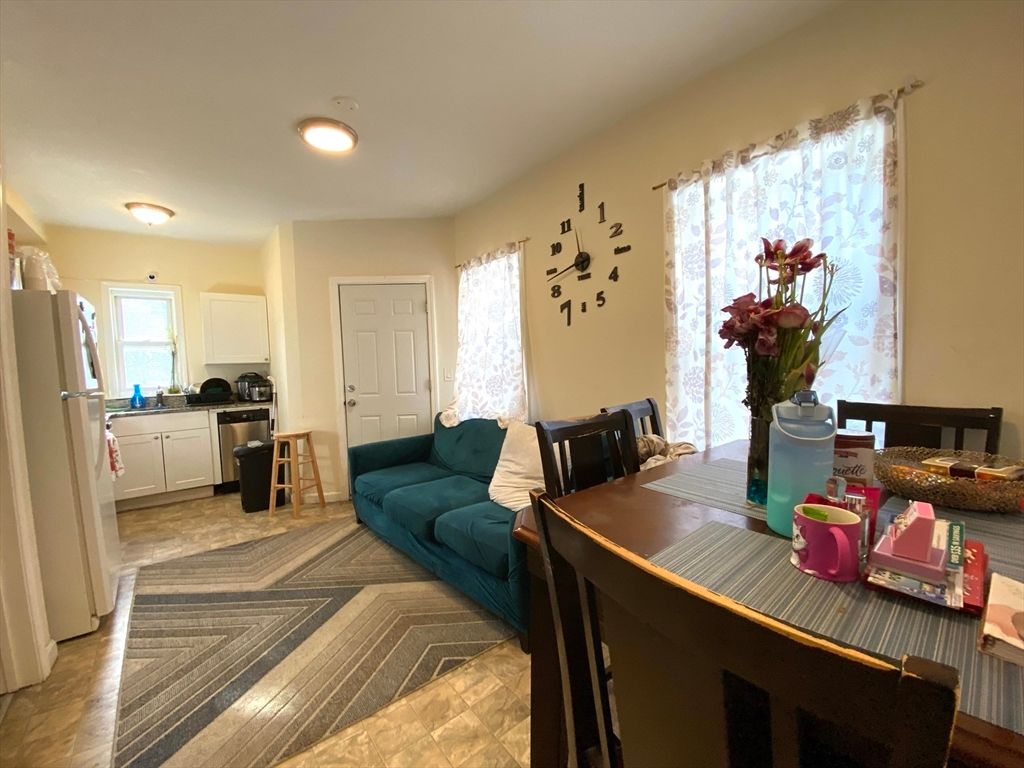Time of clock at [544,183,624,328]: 11:43
